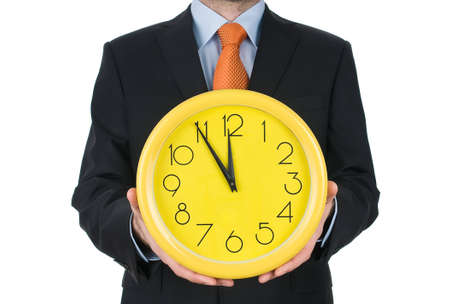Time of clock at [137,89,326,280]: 11:54
